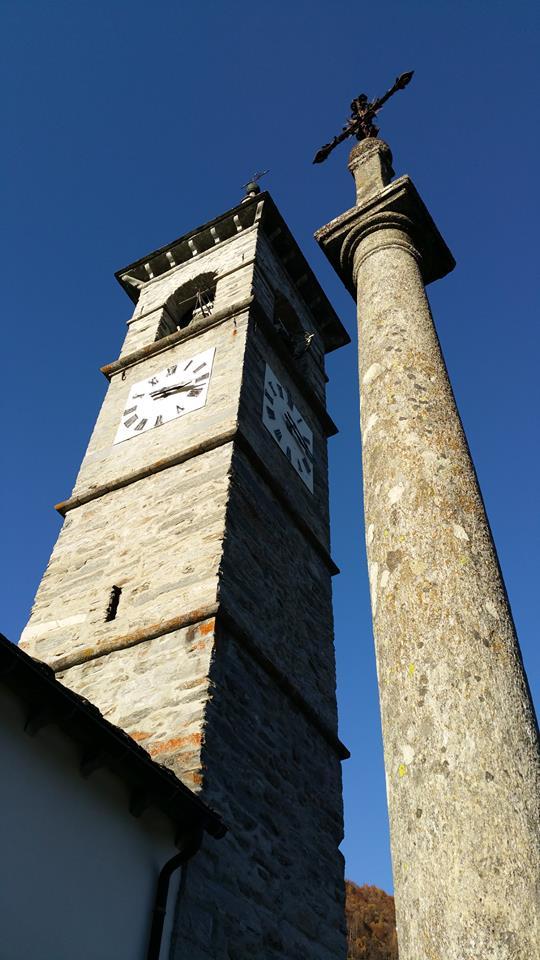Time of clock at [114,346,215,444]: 3:18
